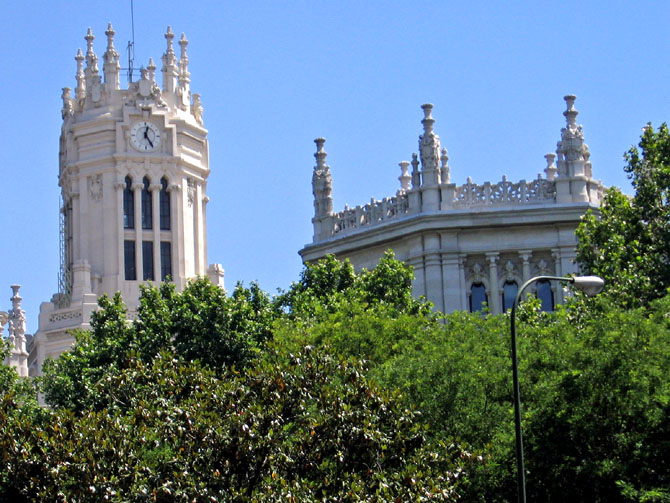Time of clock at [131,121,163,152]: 12:24
